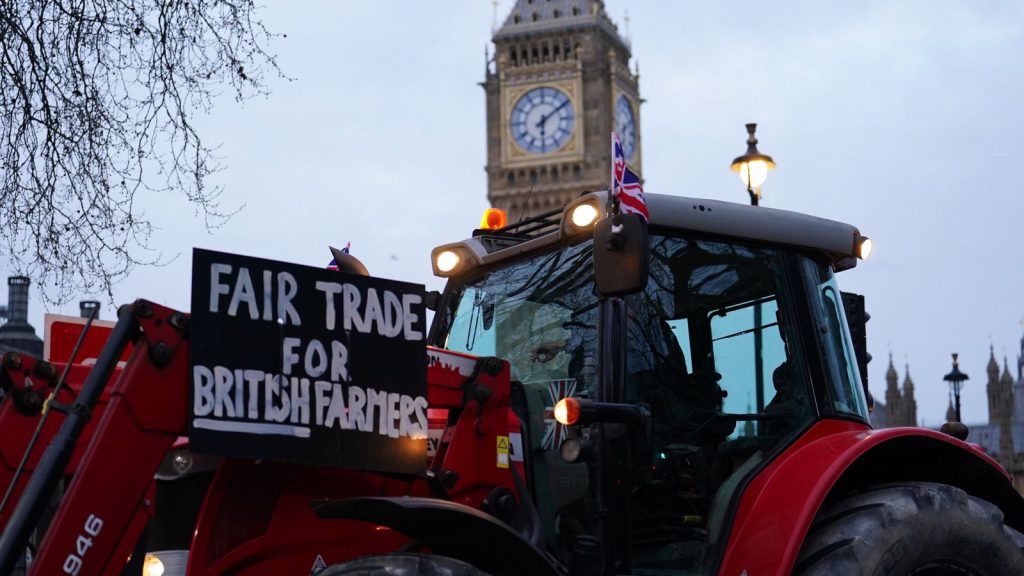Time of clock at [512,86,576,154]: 6:09
